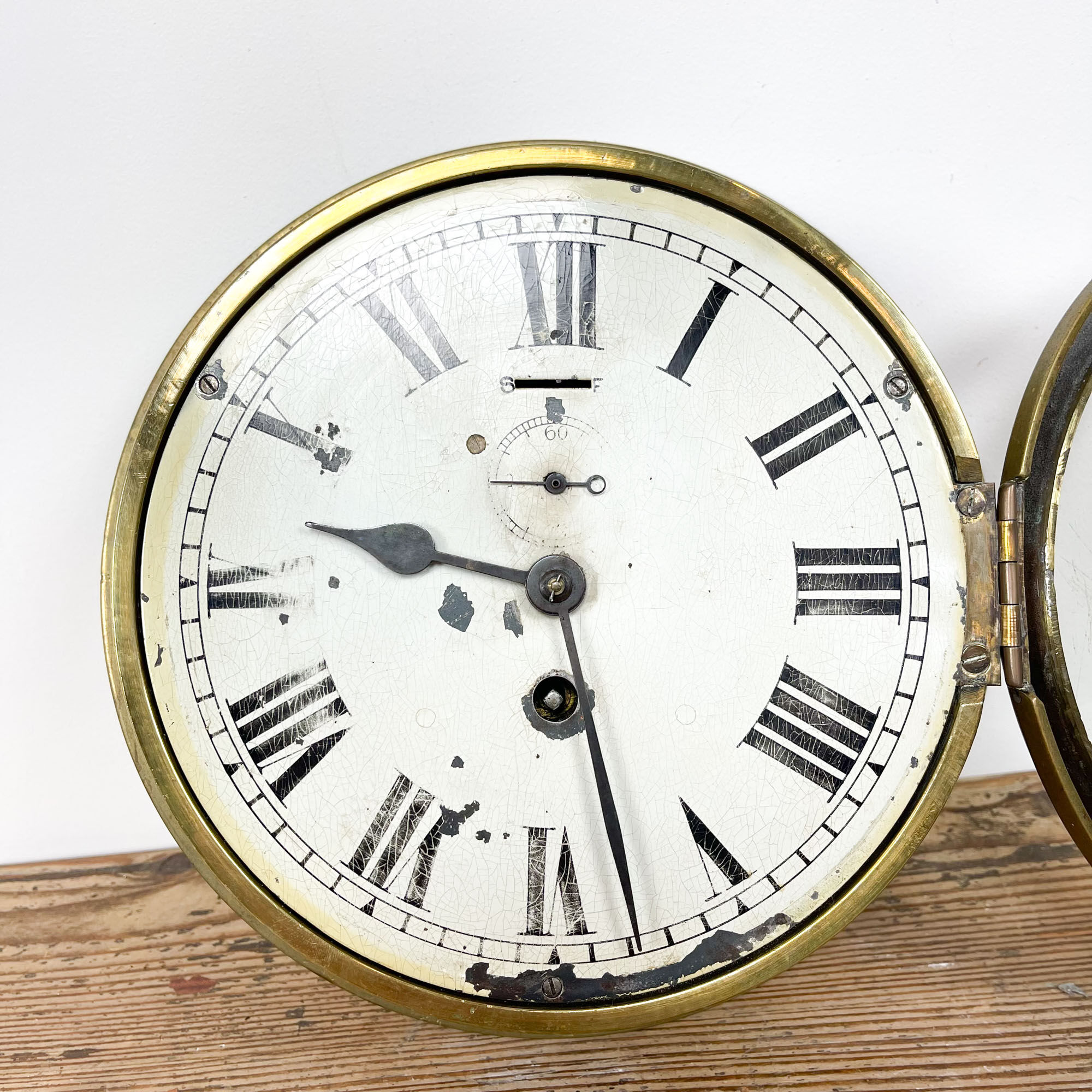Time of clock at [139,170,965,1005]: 9:27
